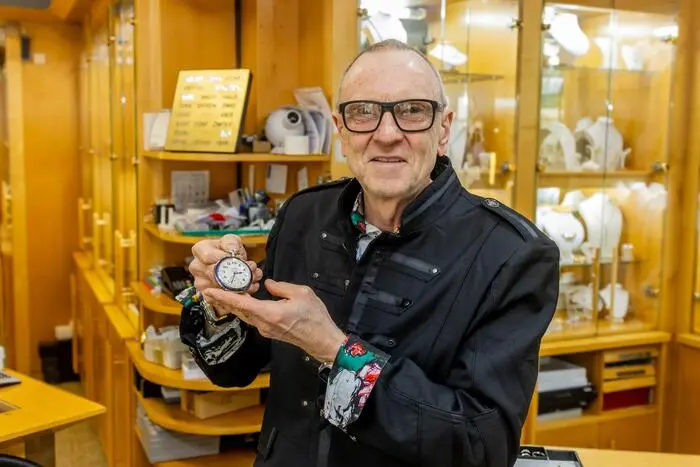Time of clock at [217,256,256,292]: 2:33
